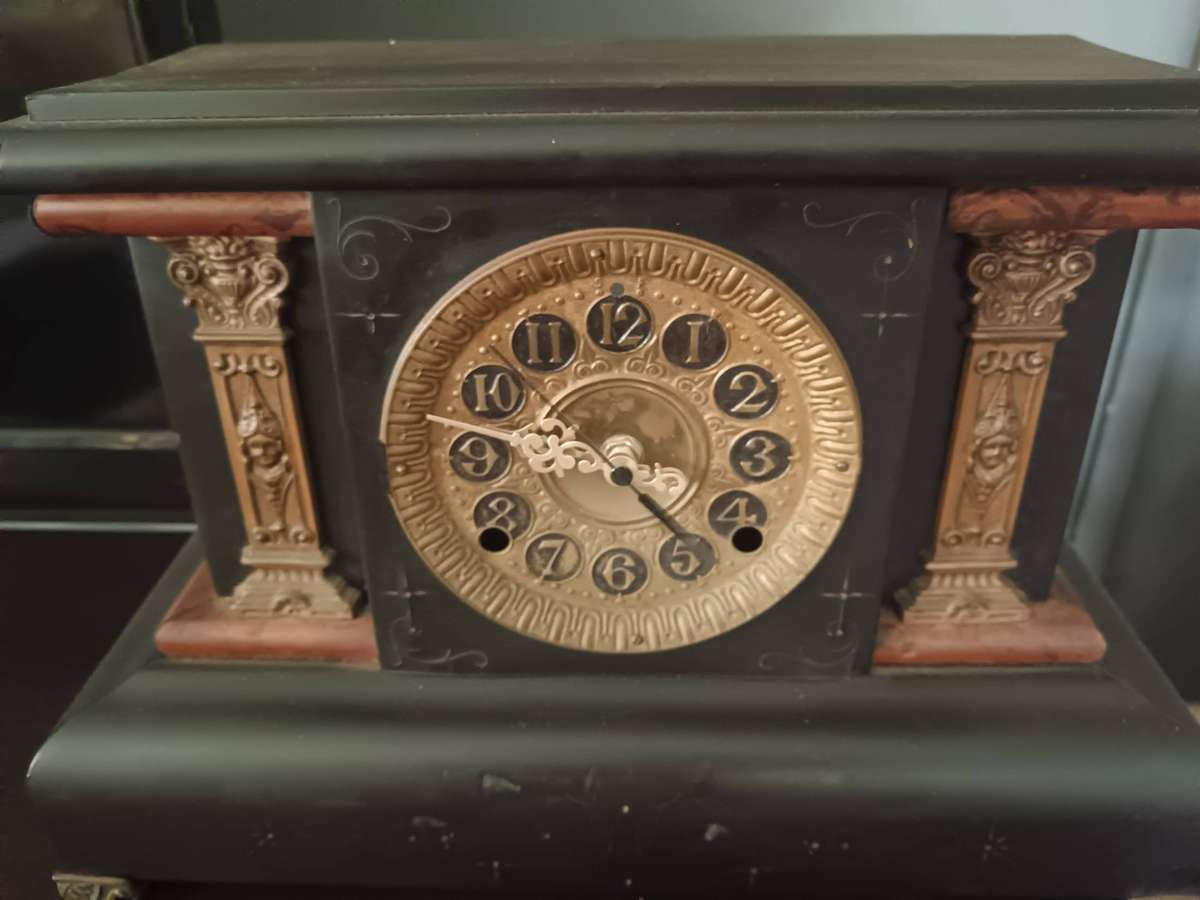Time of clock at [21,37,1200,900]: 9:22
